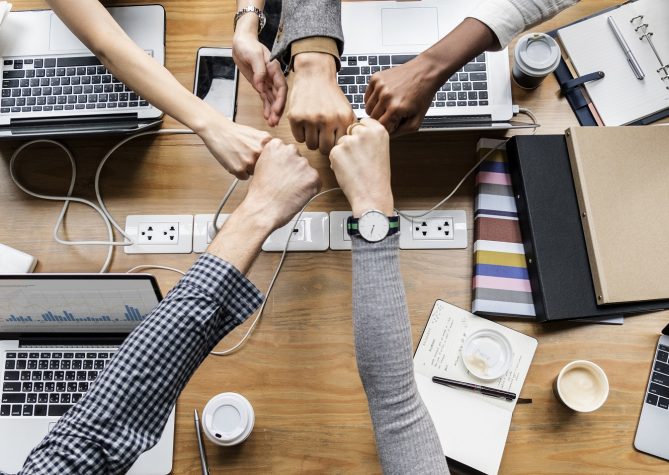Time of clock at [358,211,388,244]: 6:32
